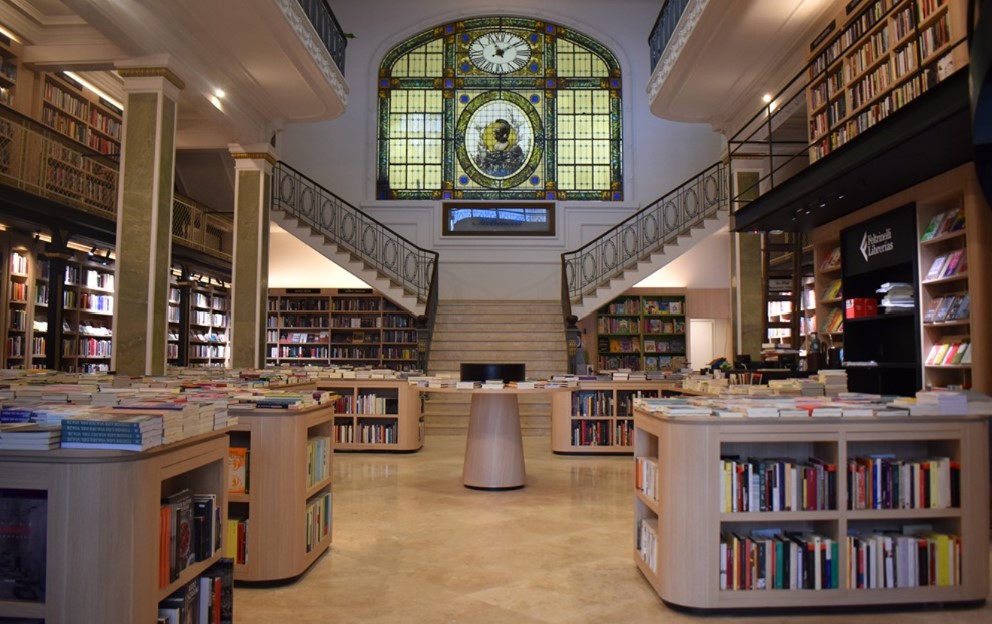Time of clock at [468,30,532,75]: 11:08
